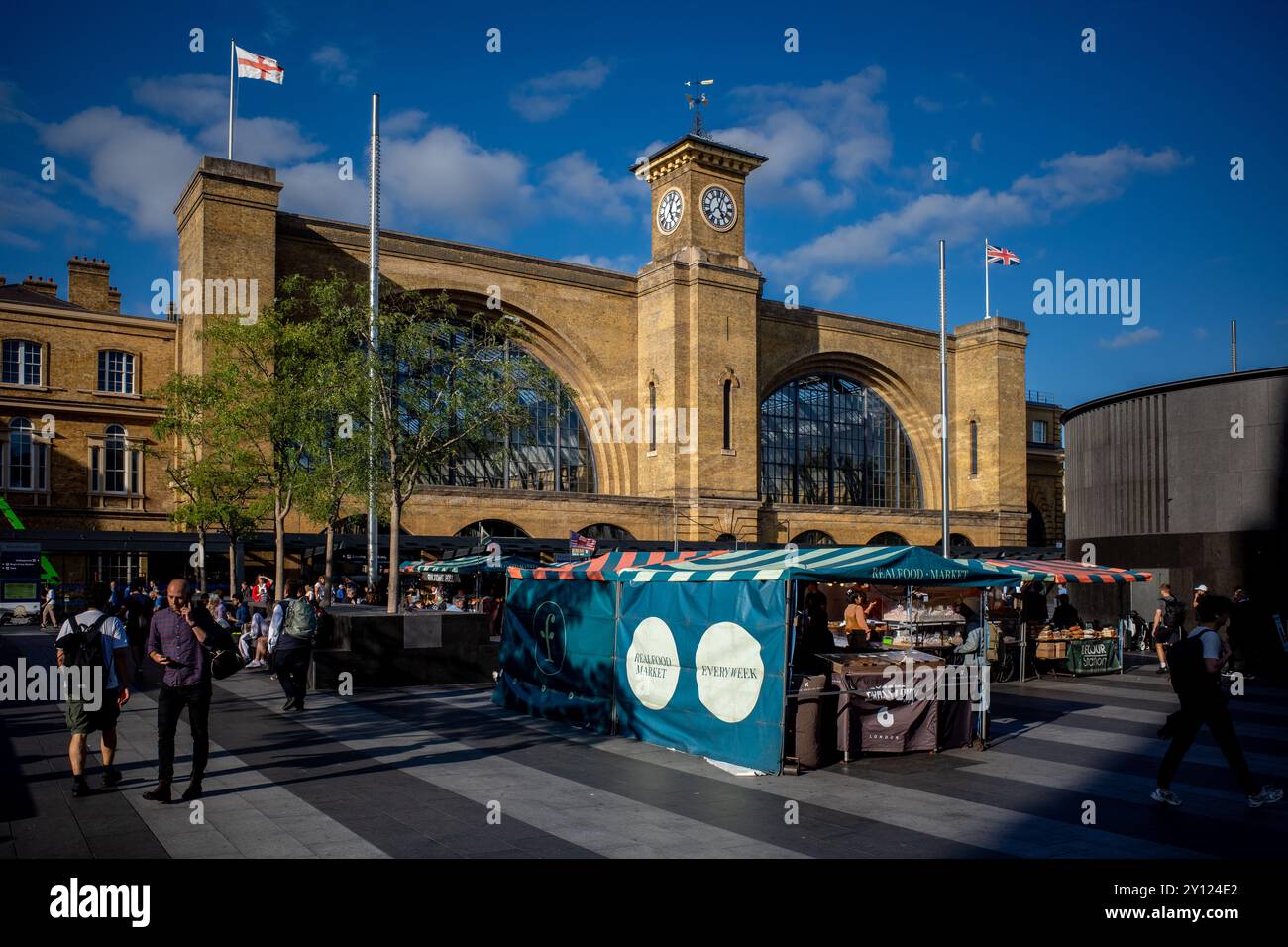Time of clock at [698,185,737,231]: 5:03
